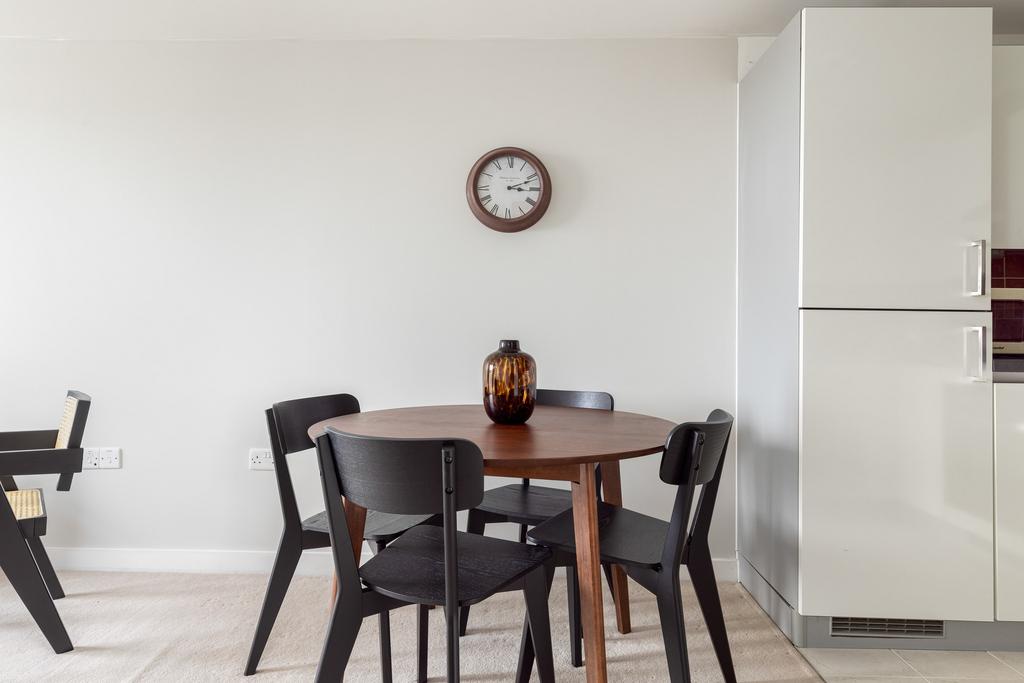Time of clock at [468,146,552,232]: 3:11
